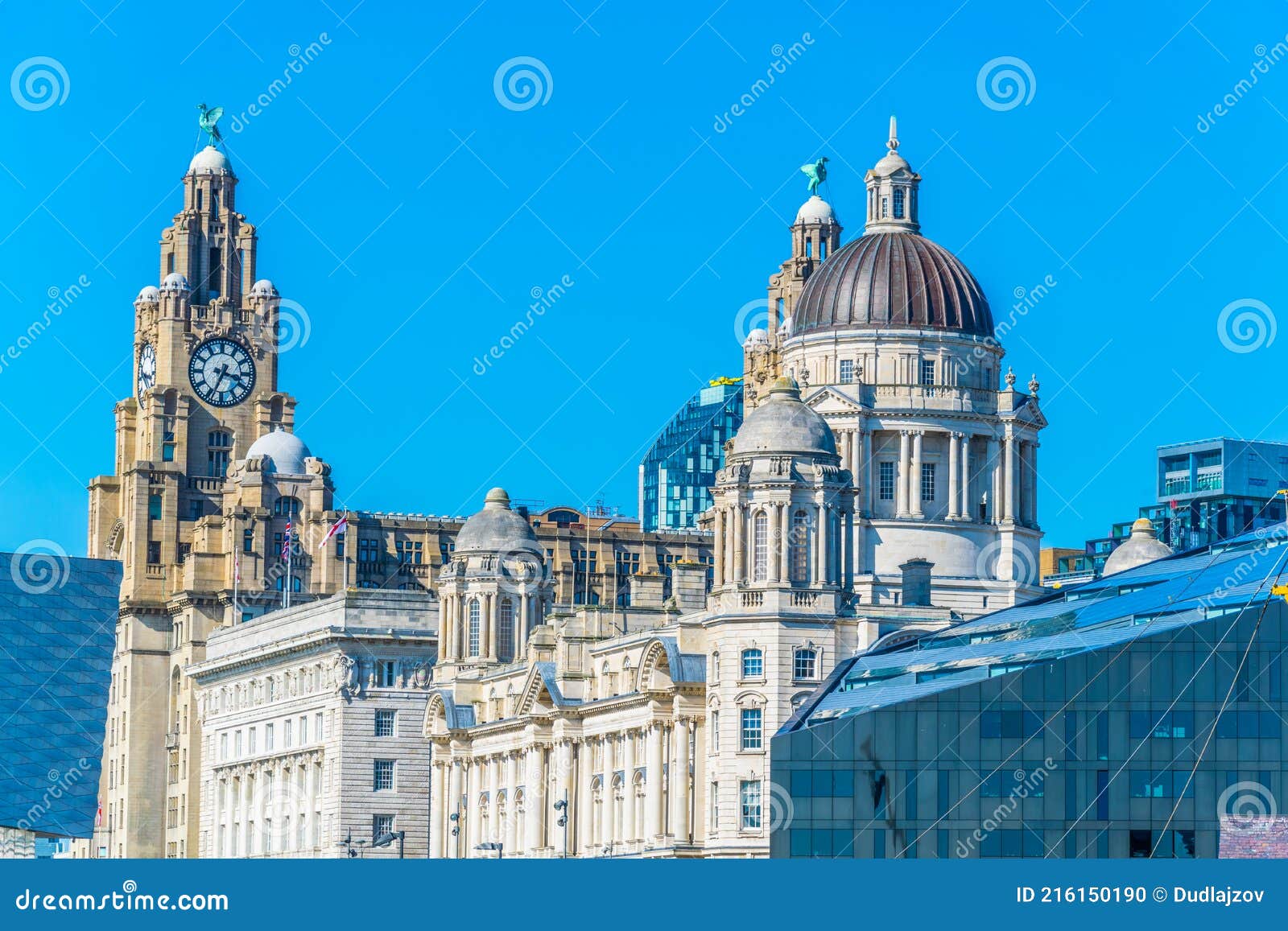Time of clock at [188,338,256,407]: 3:34
